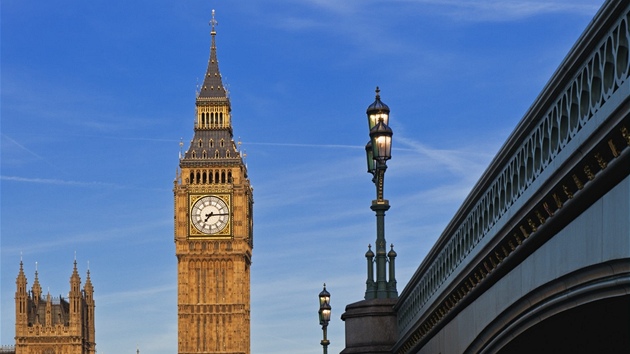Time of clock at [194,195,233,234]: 7:14
